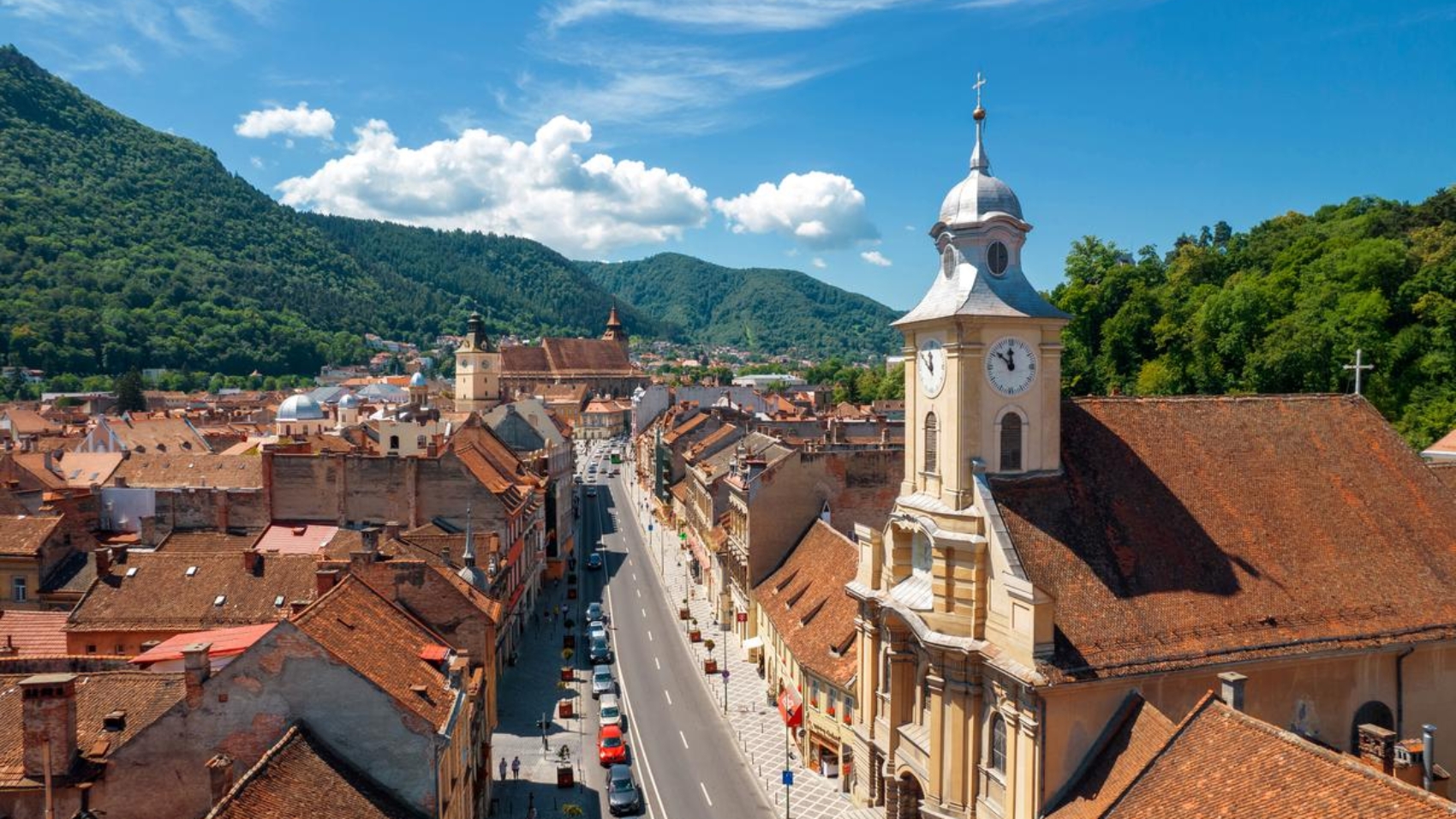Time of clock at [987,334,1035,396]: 11:51
